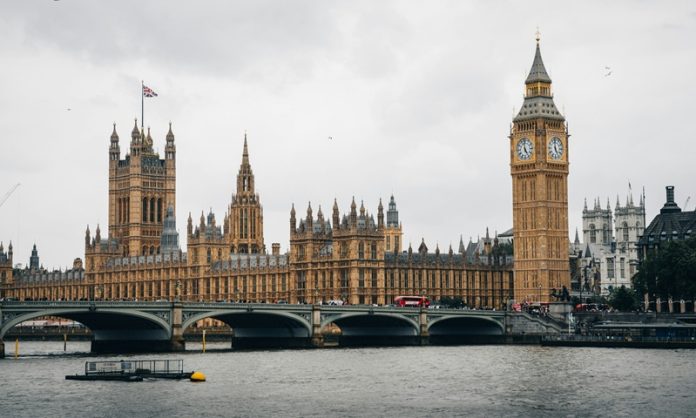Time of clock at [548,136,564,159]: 4:59
